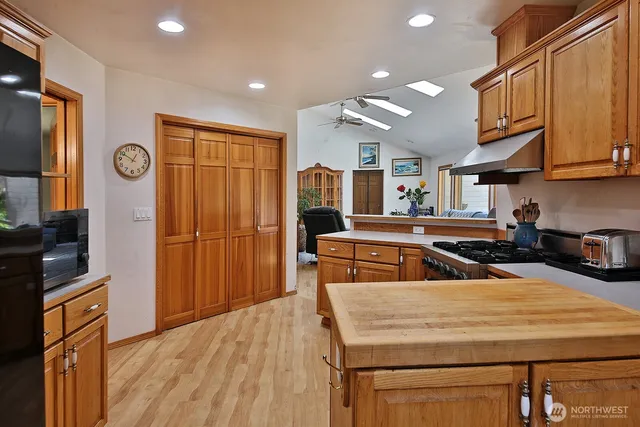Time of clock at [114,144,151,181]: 12:49
